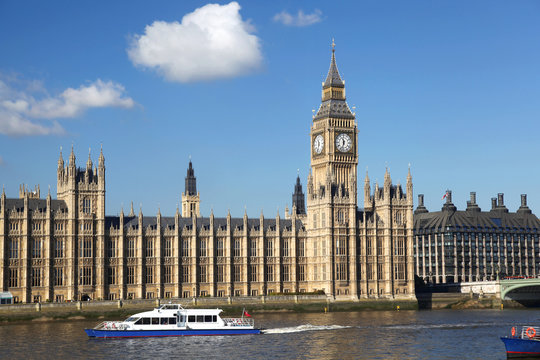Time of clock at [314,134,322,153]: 11:32
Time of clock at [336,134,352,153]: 11:32
